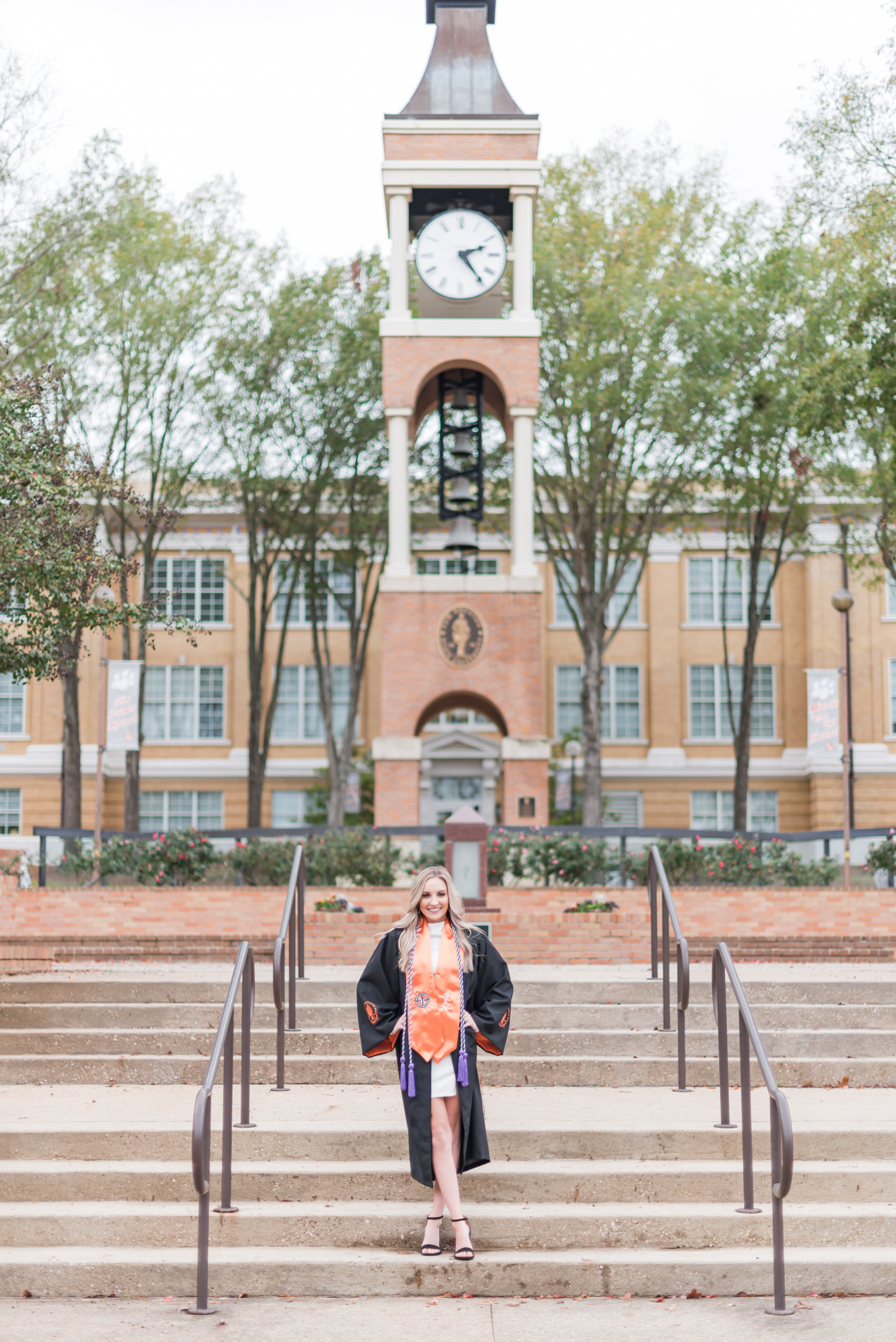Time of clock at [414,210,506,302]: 2:24
